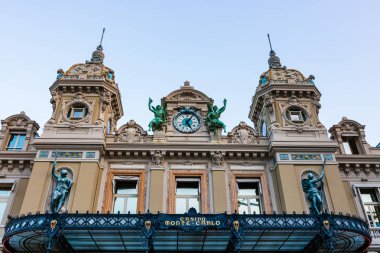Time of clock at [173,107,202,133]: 5:05
